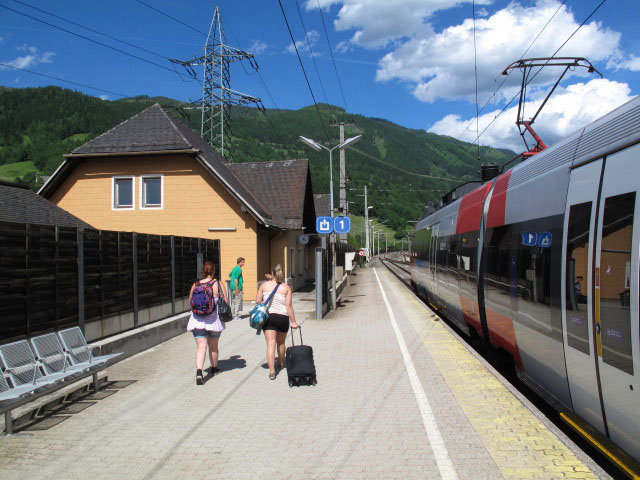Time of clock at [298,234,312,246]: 4:02
